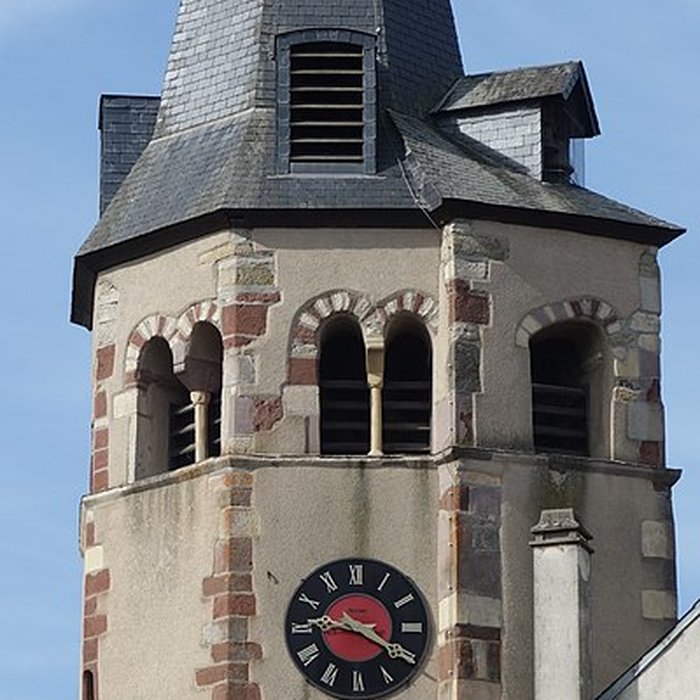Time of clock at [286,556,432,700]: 9:20
